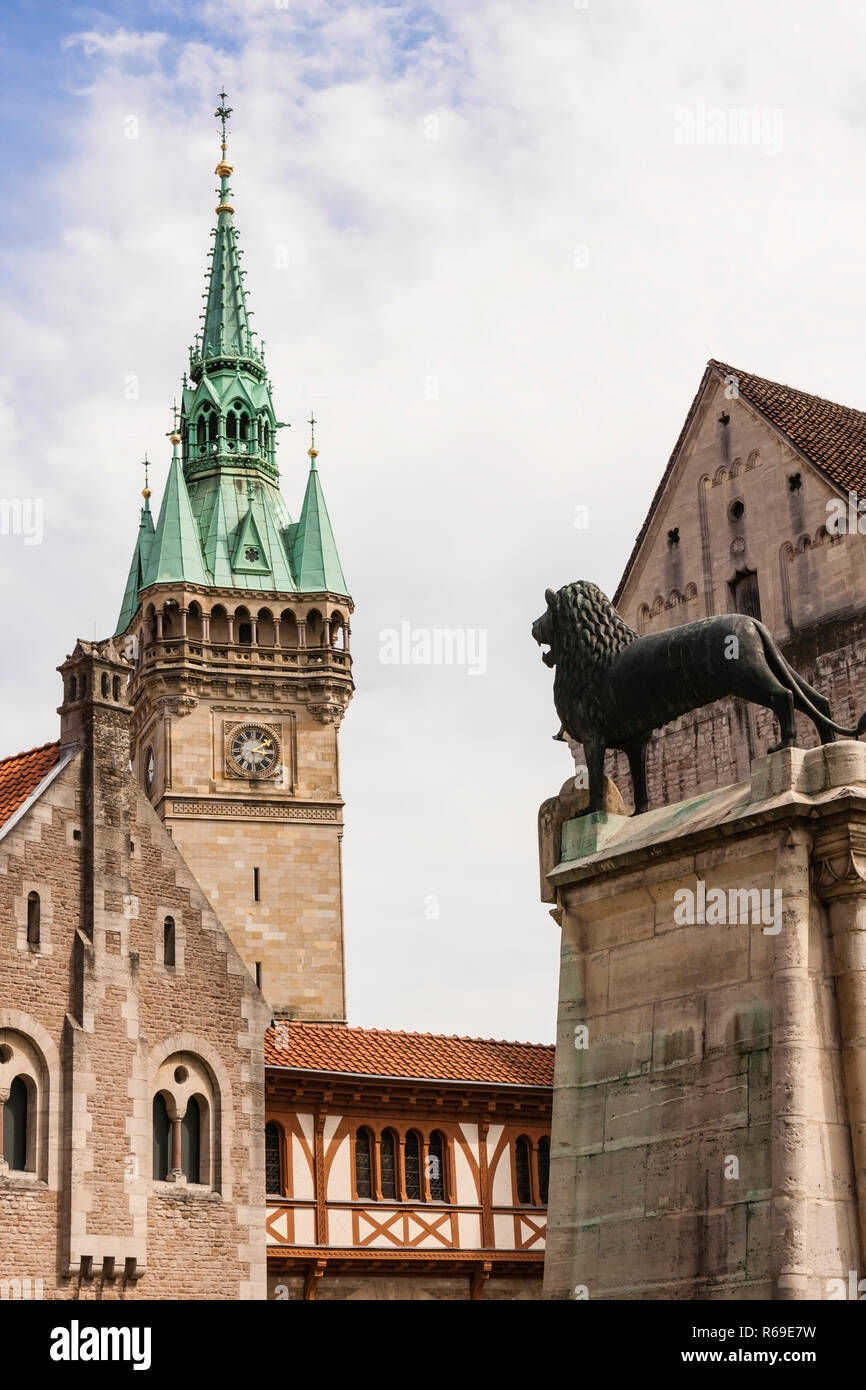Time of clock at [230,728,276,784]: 3:09
